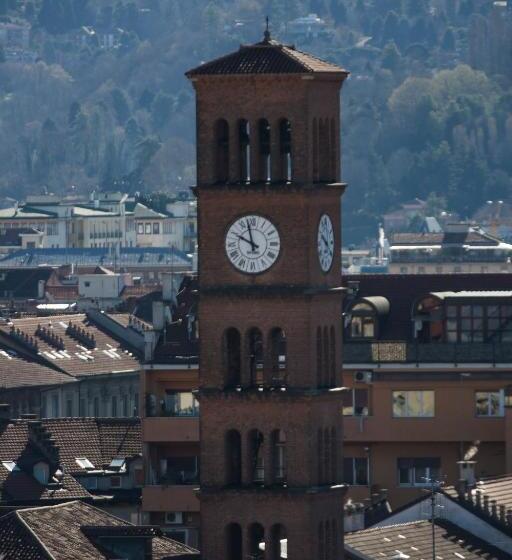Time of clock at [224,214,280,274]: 9:57
